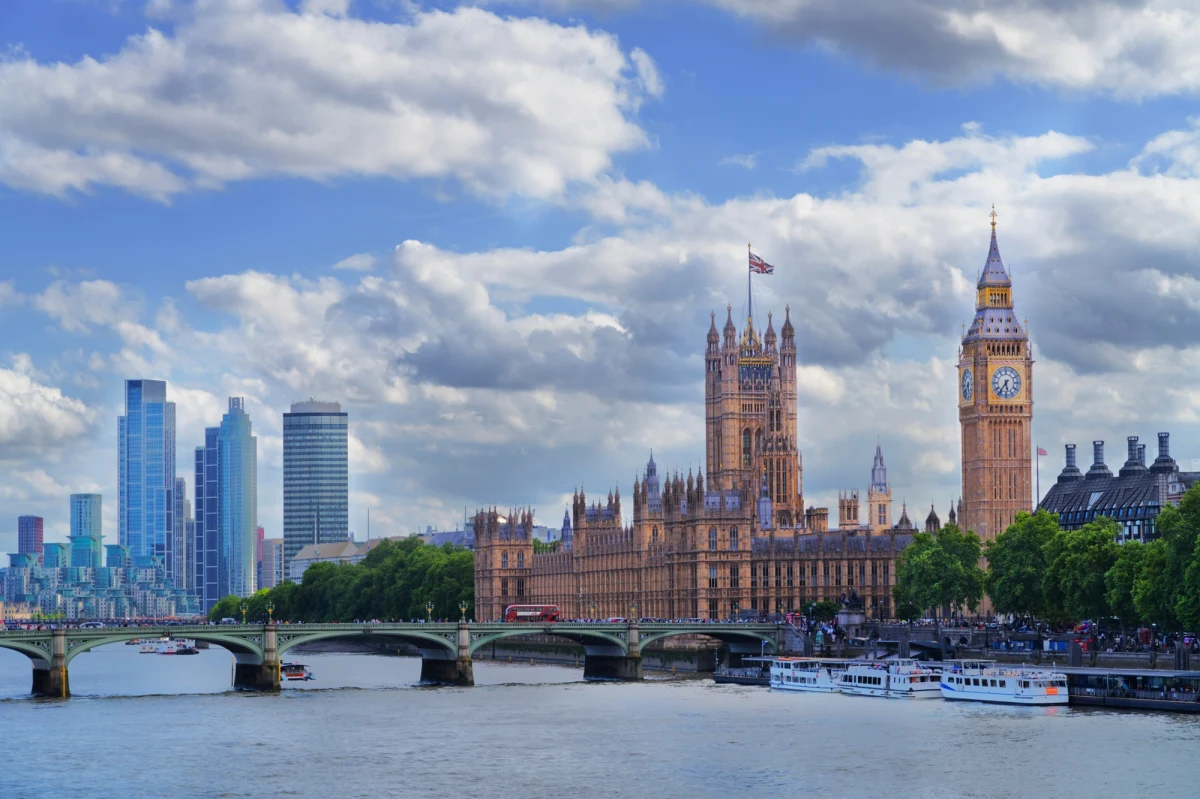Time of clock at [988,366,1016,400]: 5:36
